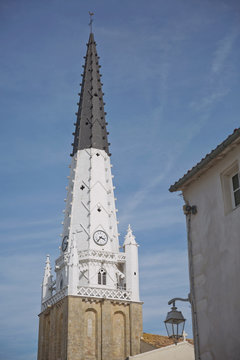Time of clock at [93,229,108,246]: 3:36
